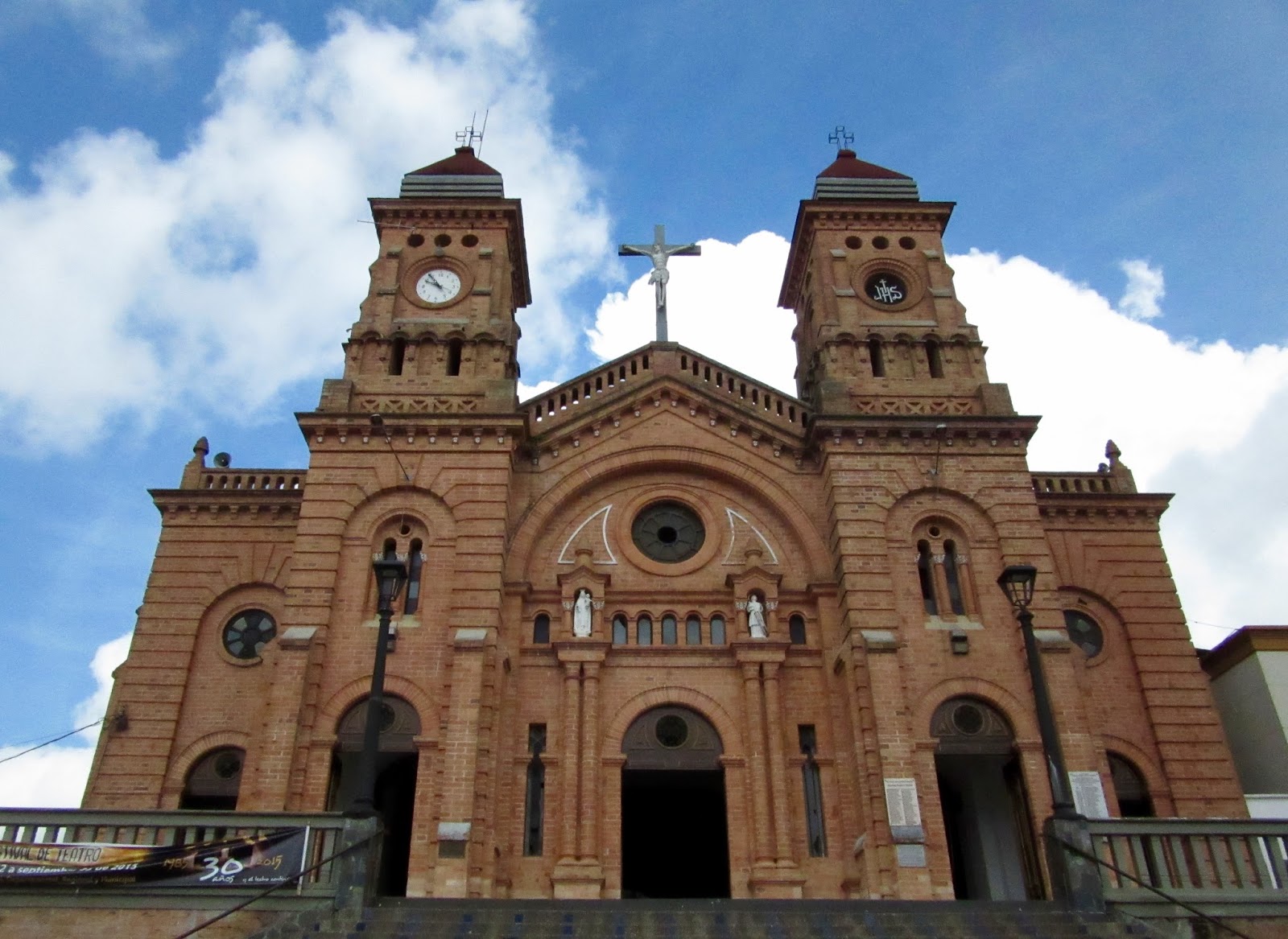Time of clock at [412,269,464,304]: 9:54
